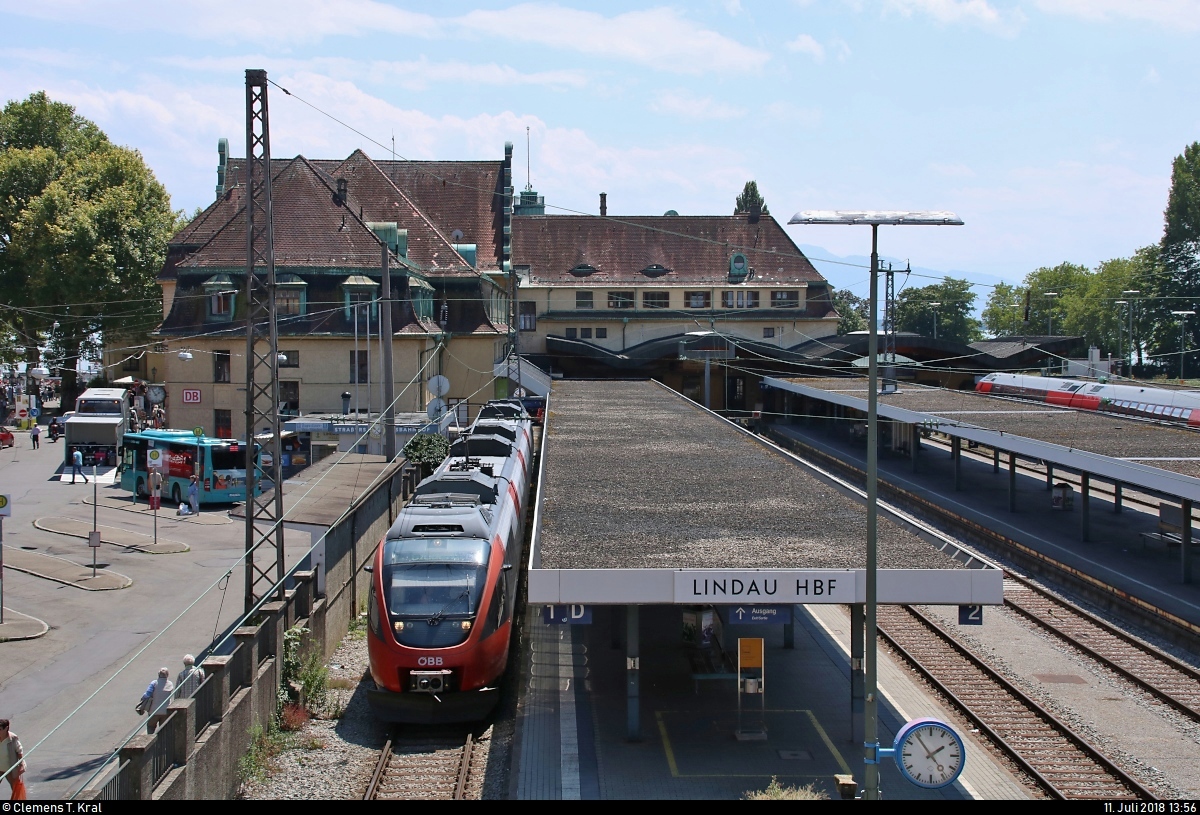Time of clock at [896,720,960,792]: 1:53
